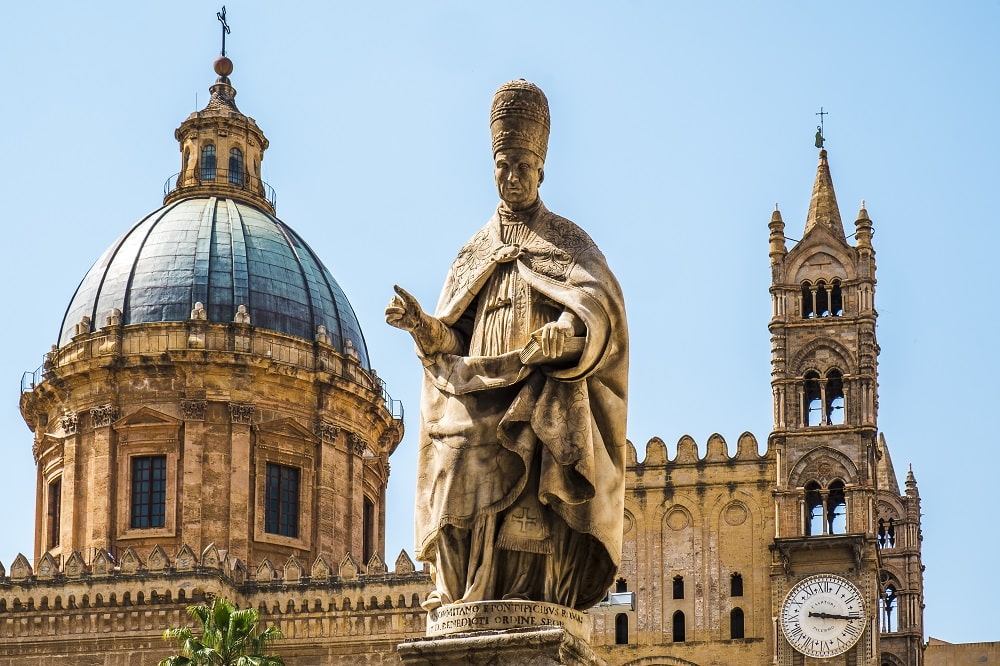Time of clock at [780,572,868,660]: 3:15
